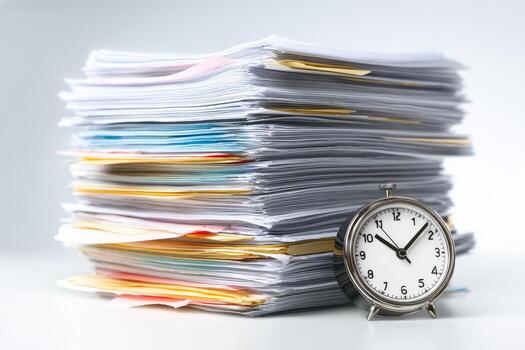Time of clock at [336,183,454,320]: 10:07
